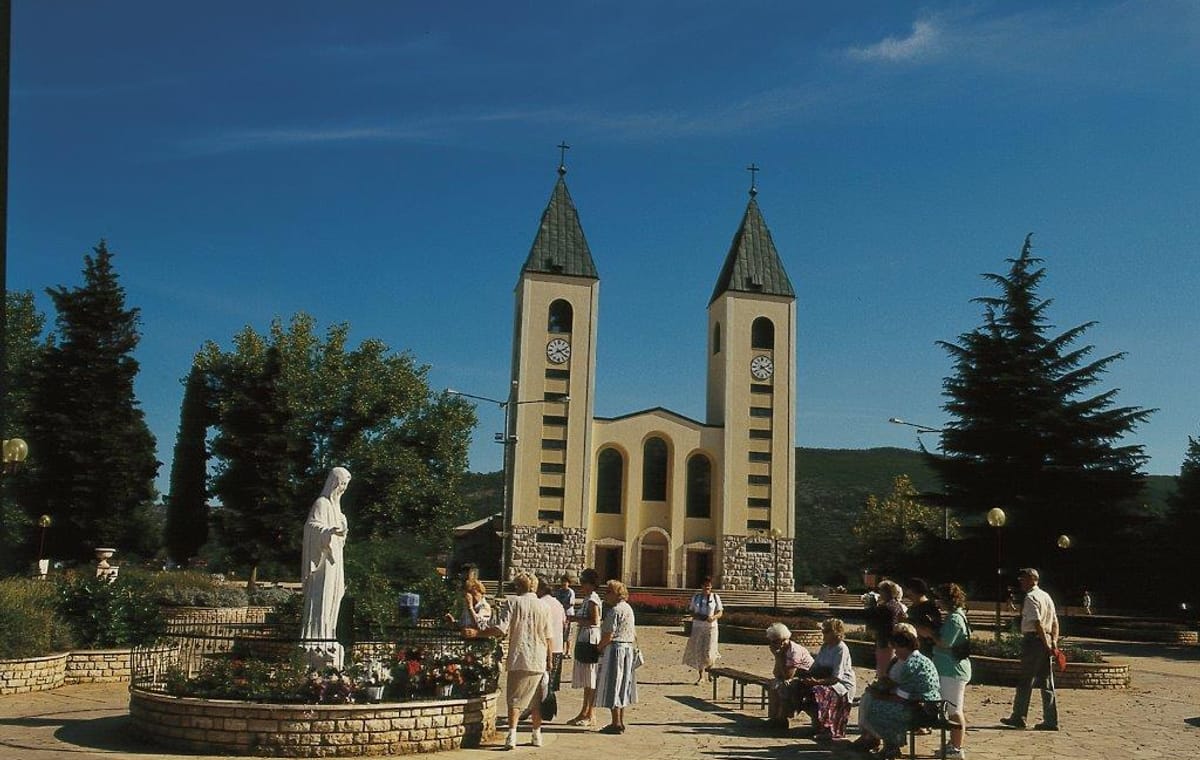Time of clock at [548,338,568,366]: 2:21
